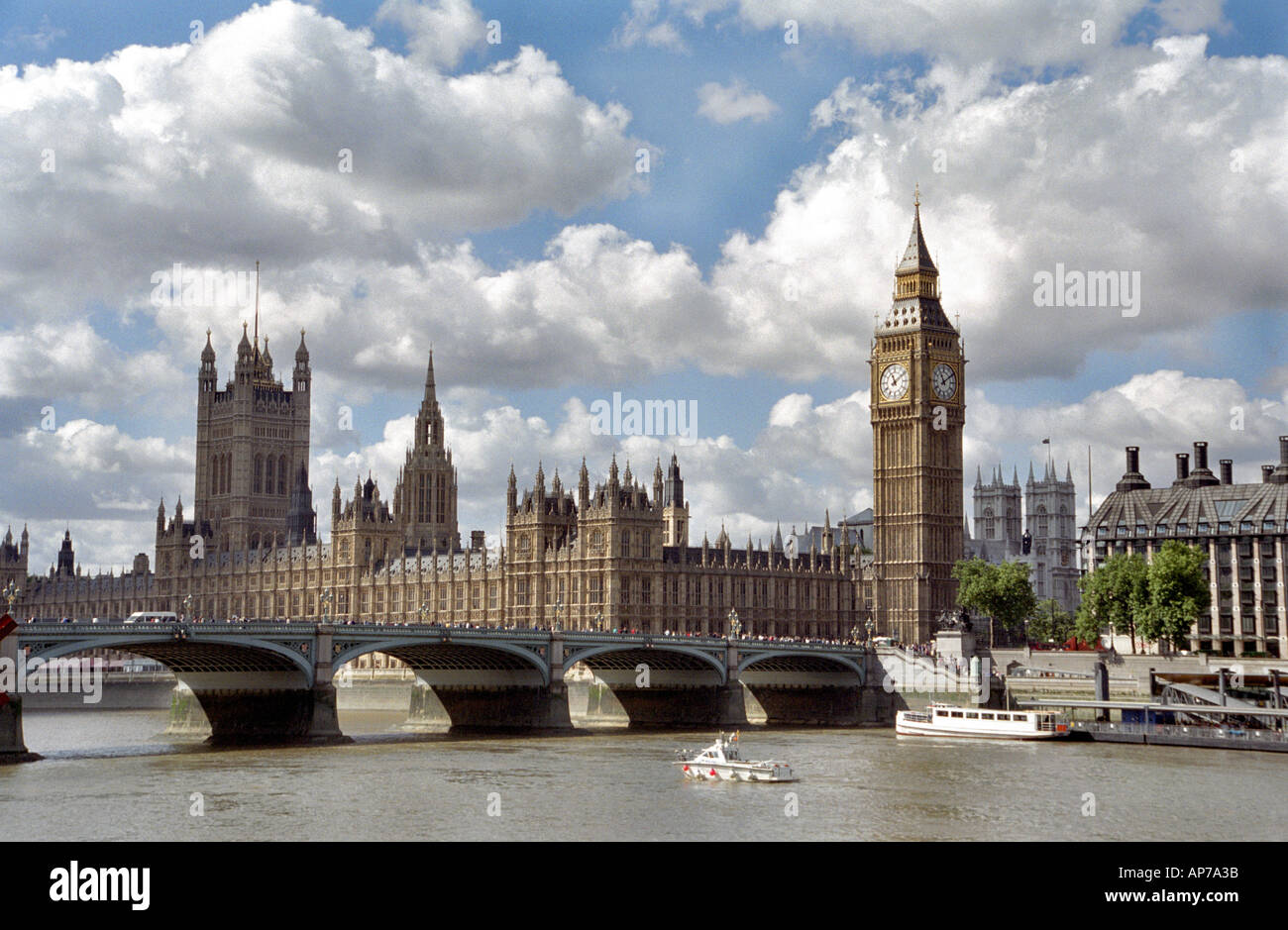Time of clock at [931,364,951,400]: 11:09
